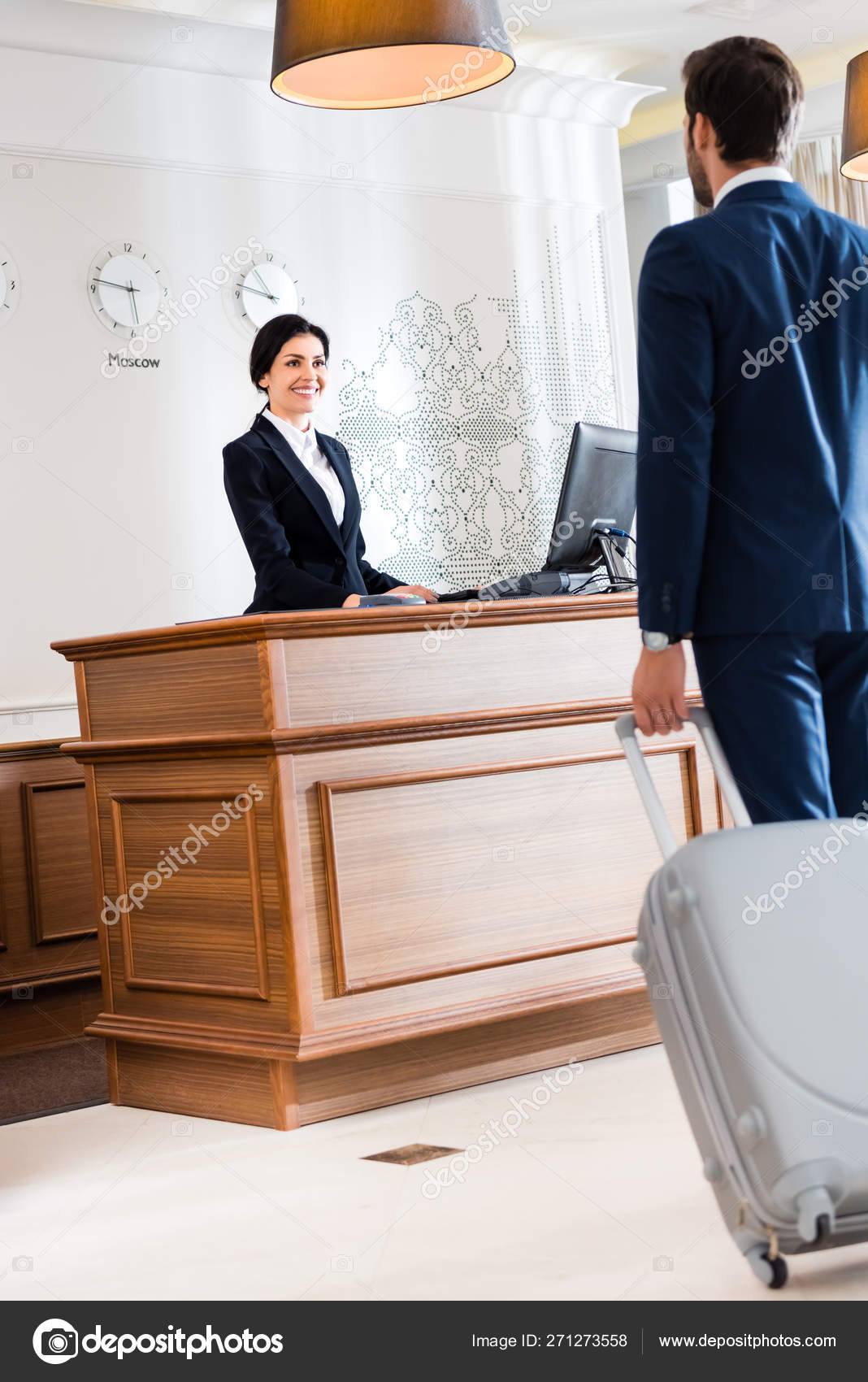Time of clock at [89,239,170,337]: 5:47
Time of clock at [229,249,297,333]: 10:47
